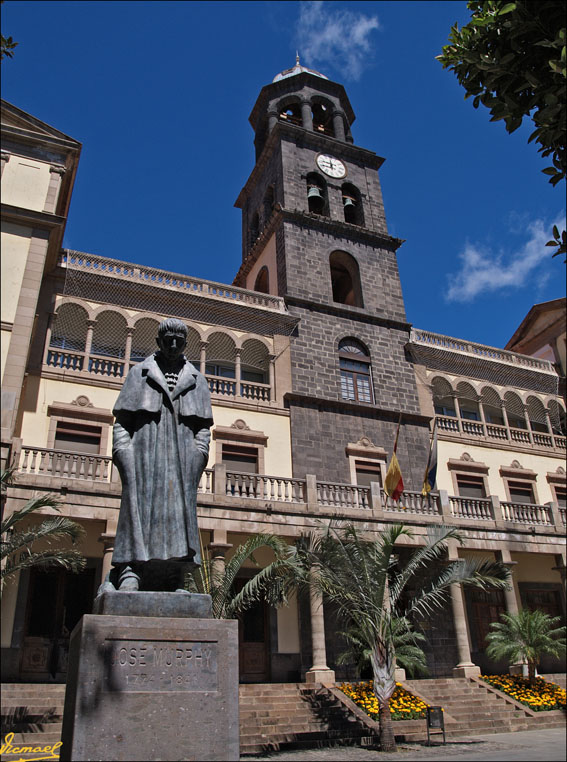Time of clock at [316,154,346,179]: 11:46
